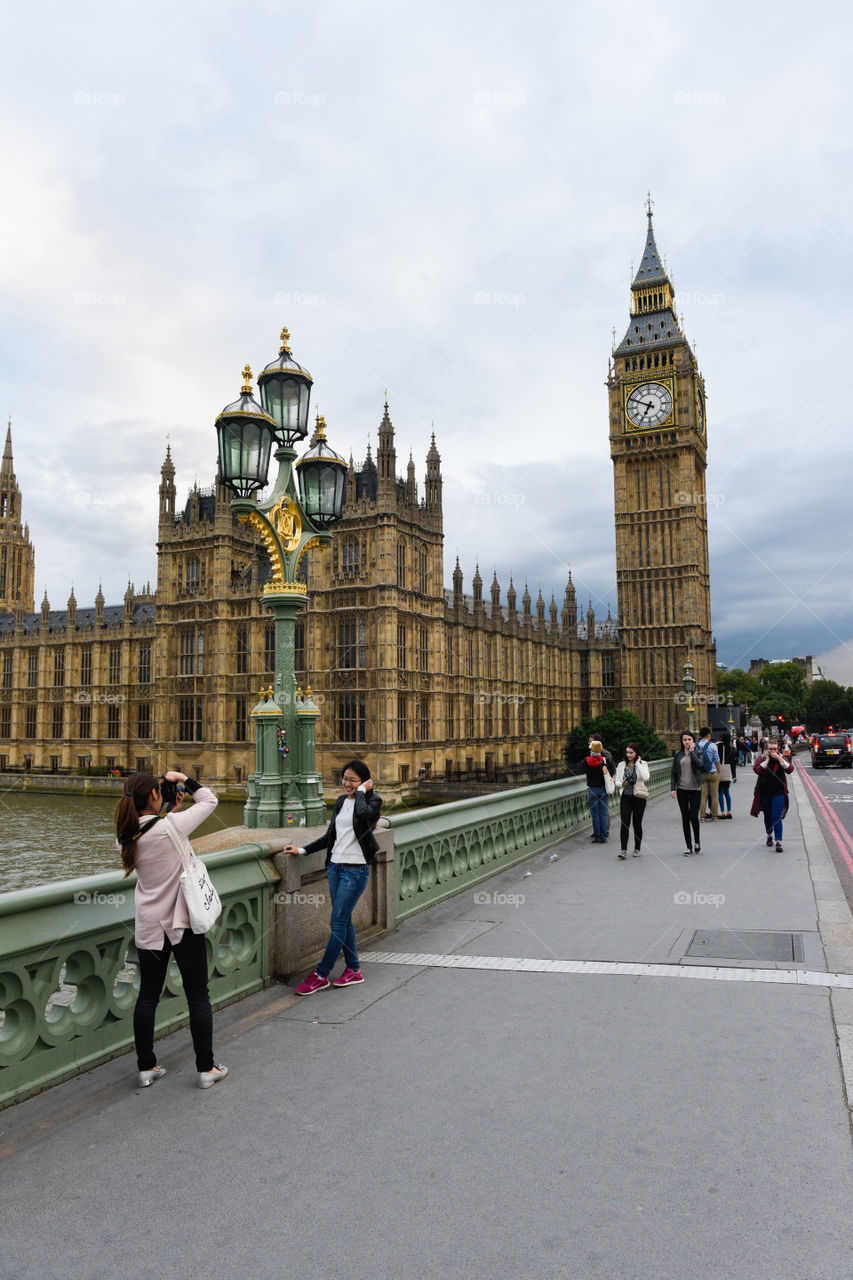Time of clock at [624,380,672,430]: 6:49
